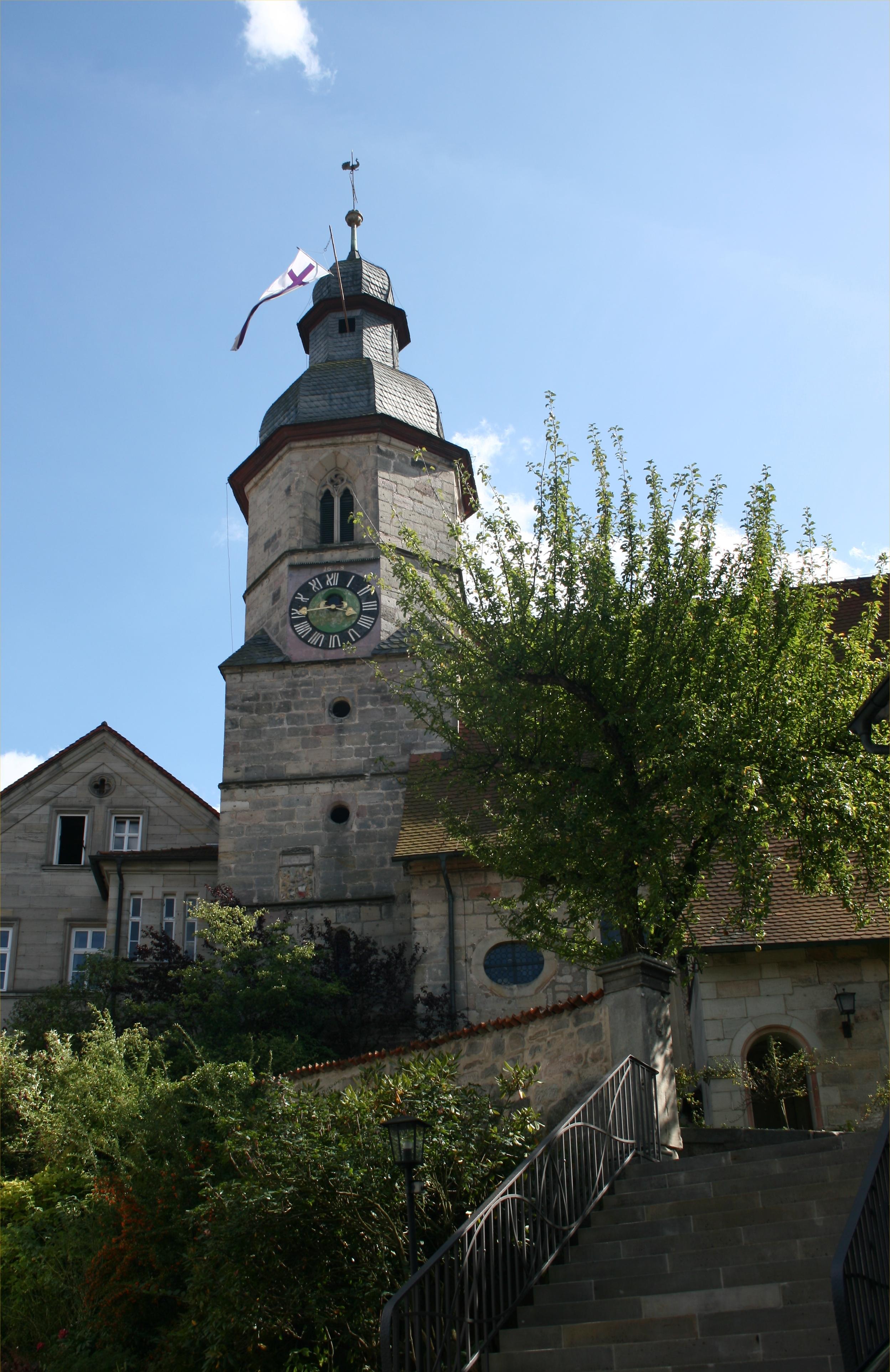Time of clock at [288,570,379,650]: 3:45
